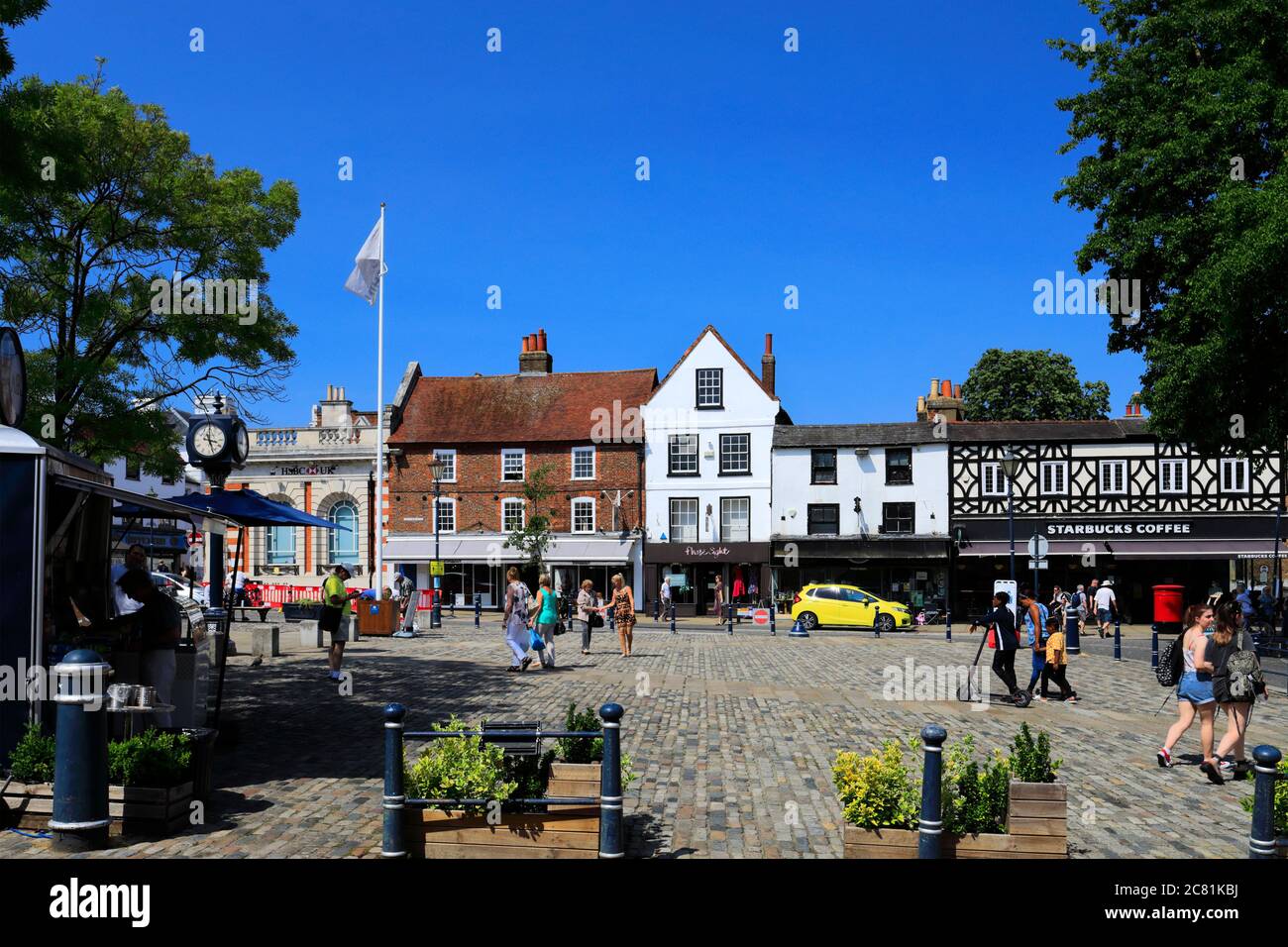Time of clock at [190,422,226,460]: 3:26
